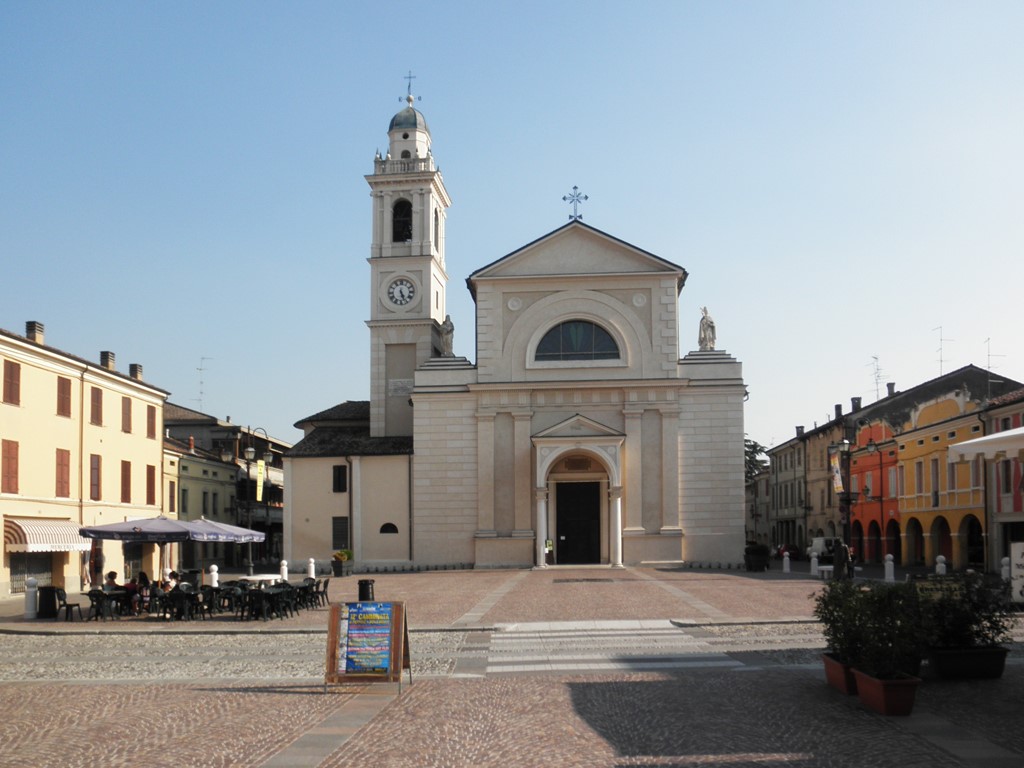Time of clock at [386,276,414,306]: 5:26
